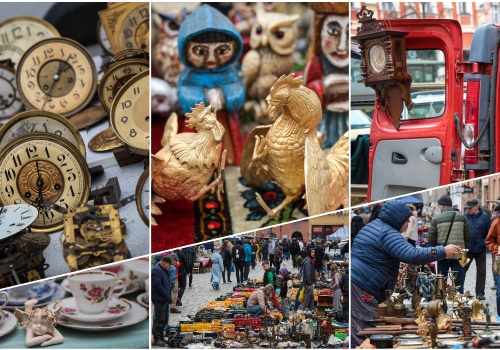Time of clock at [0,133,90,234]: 7:01
